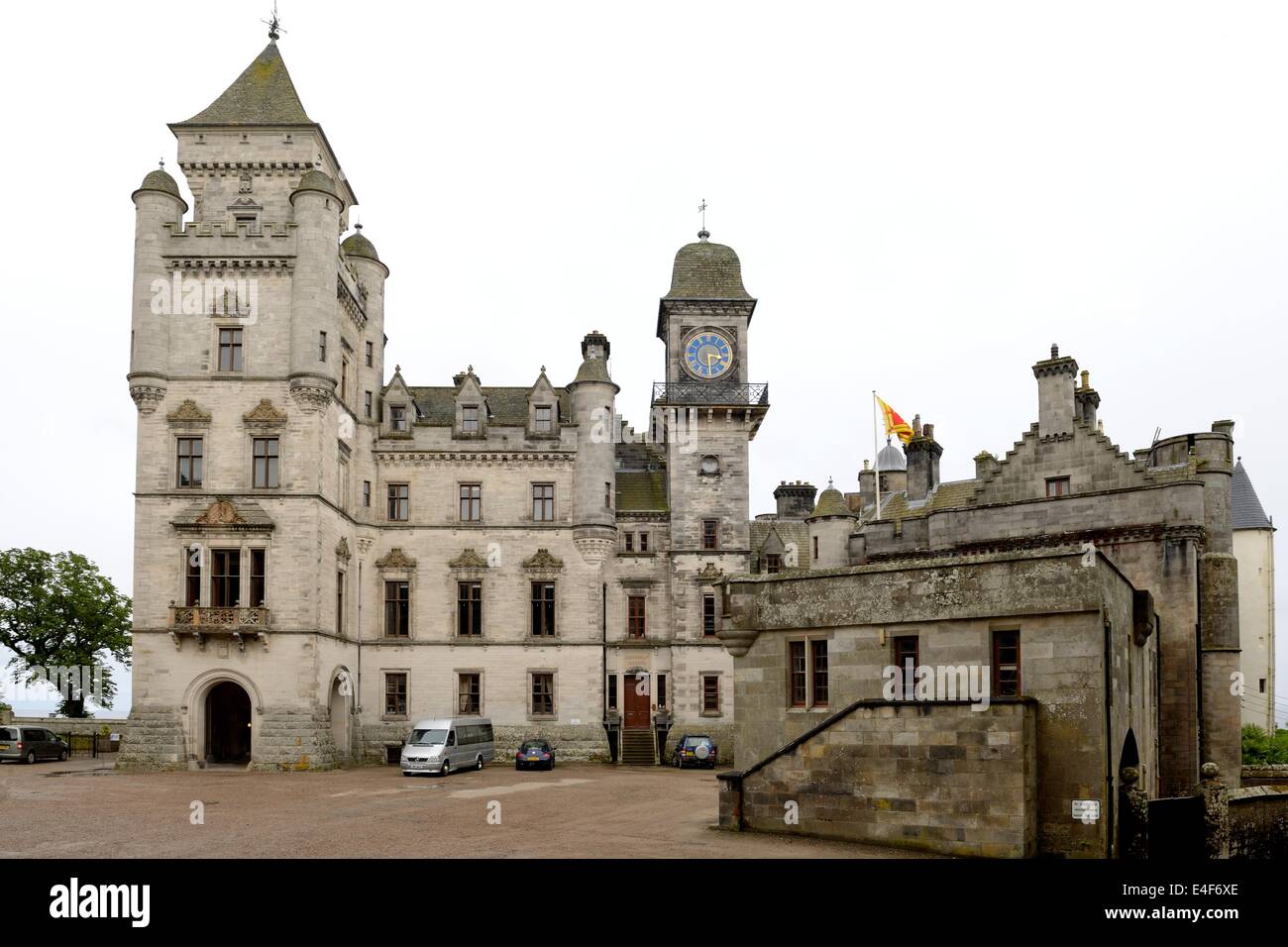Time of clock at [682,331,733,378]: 3:29
